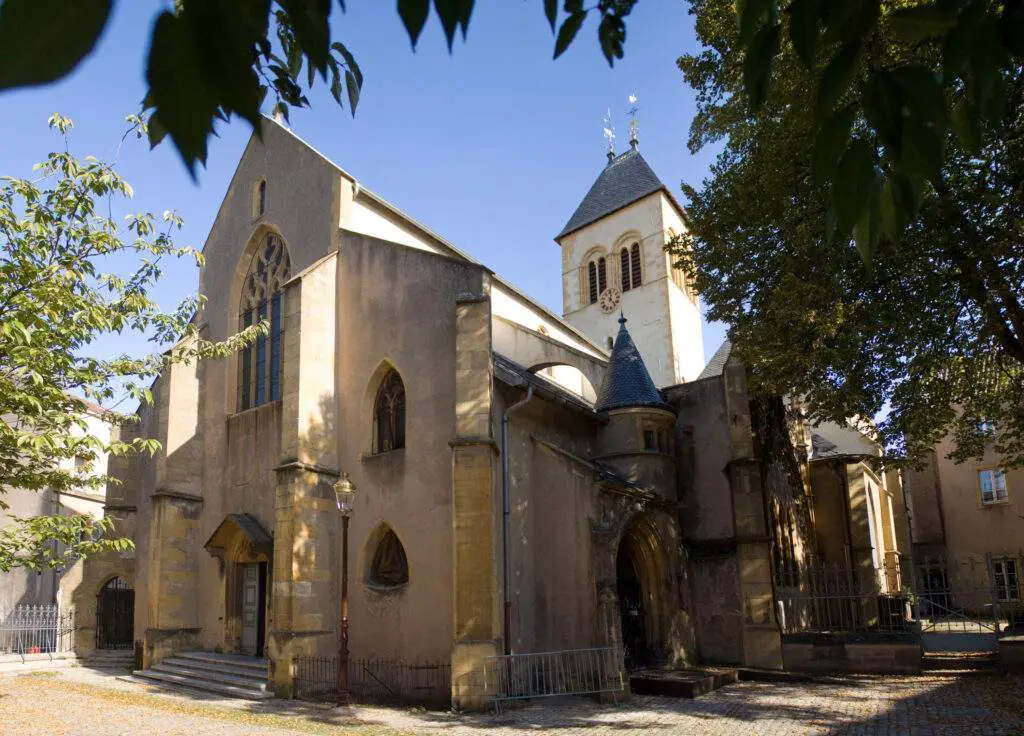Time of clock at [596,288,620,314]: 12:23
